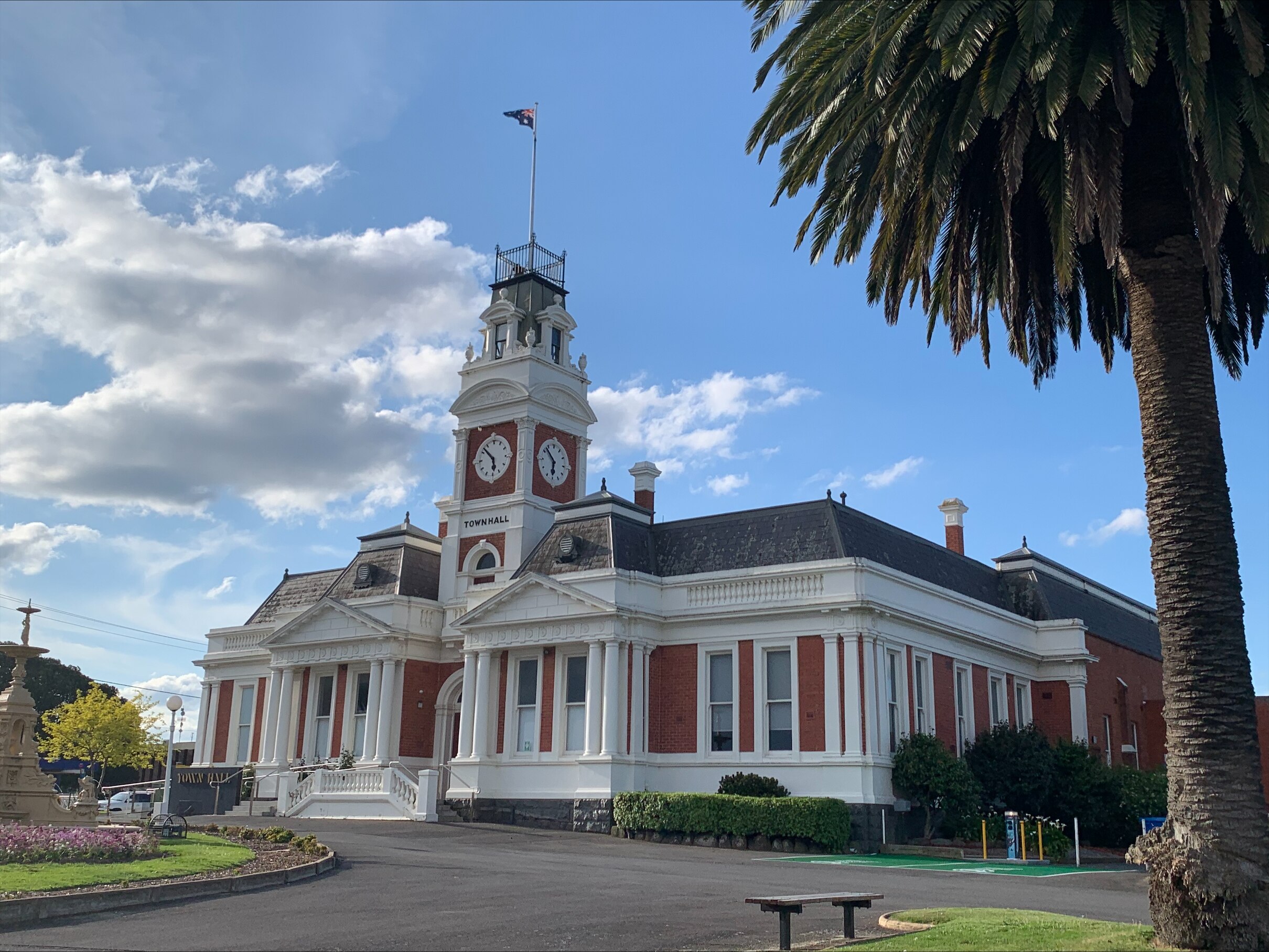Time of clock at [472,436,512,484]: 5:52
